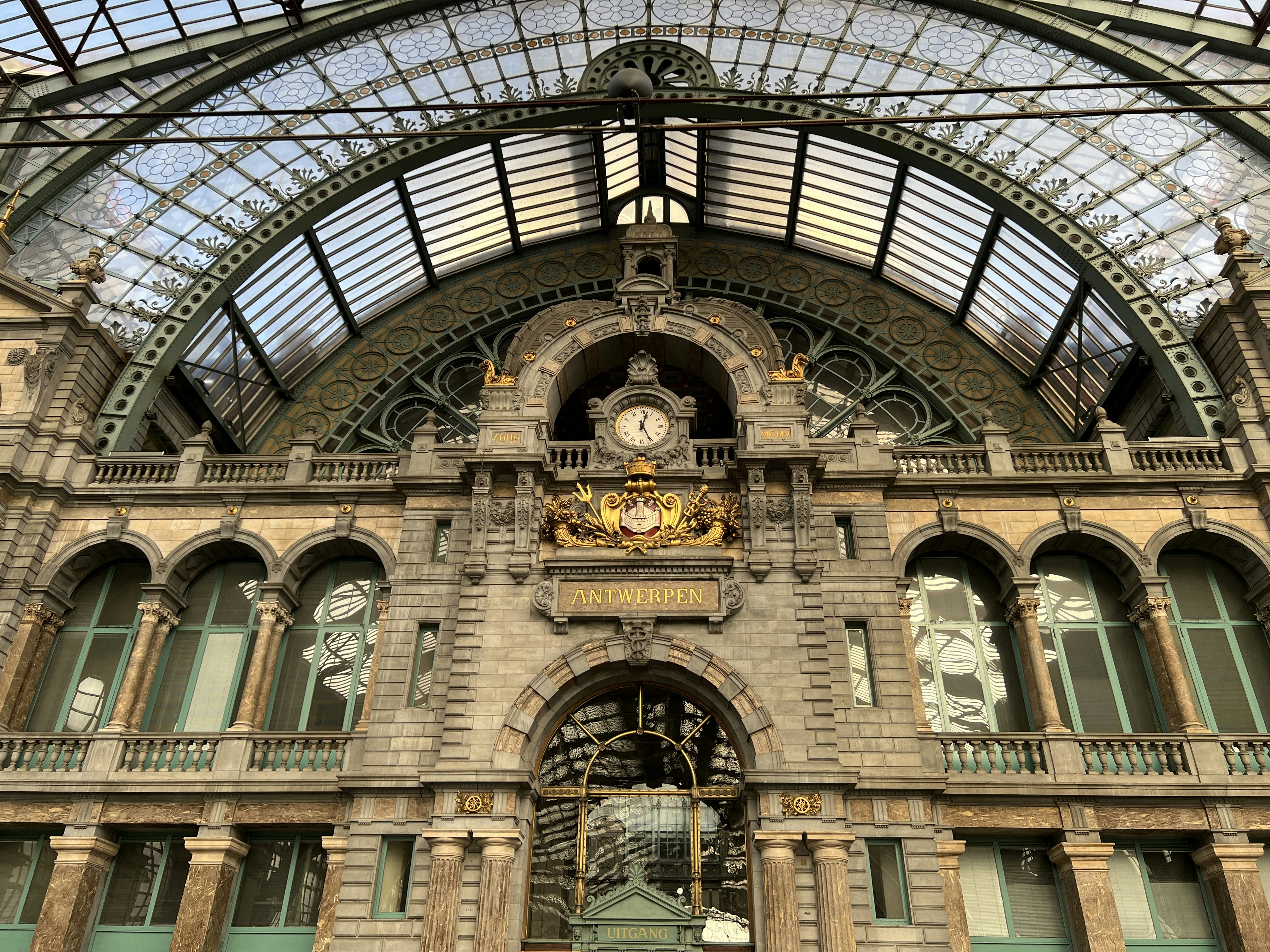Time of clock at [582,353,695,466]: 5:03
